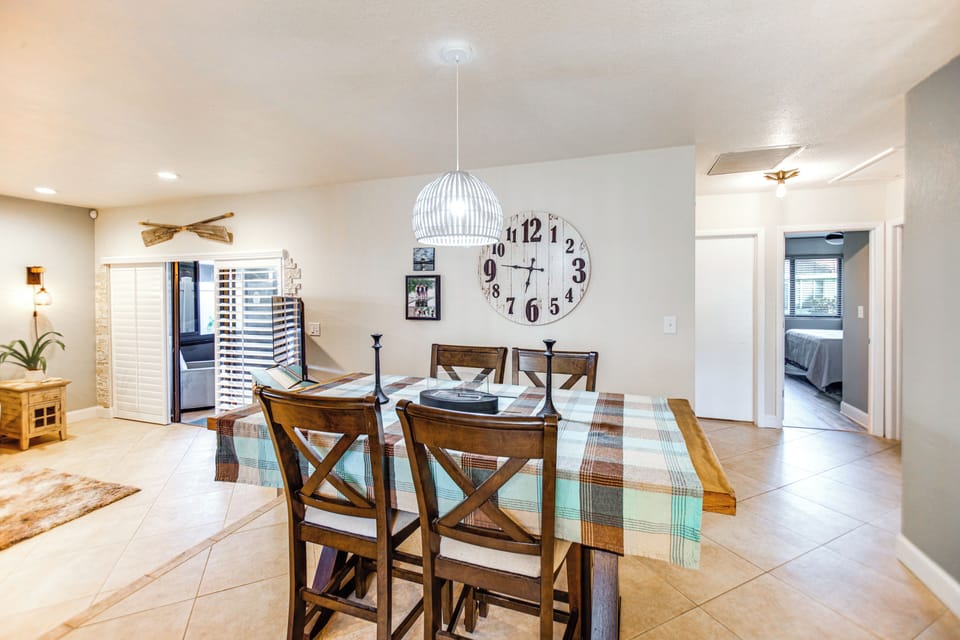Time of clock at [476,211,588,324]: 6:46
